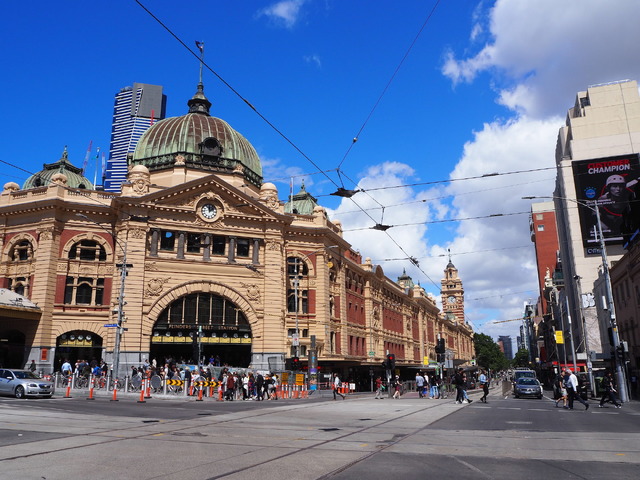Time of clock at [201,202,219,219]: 12:07
